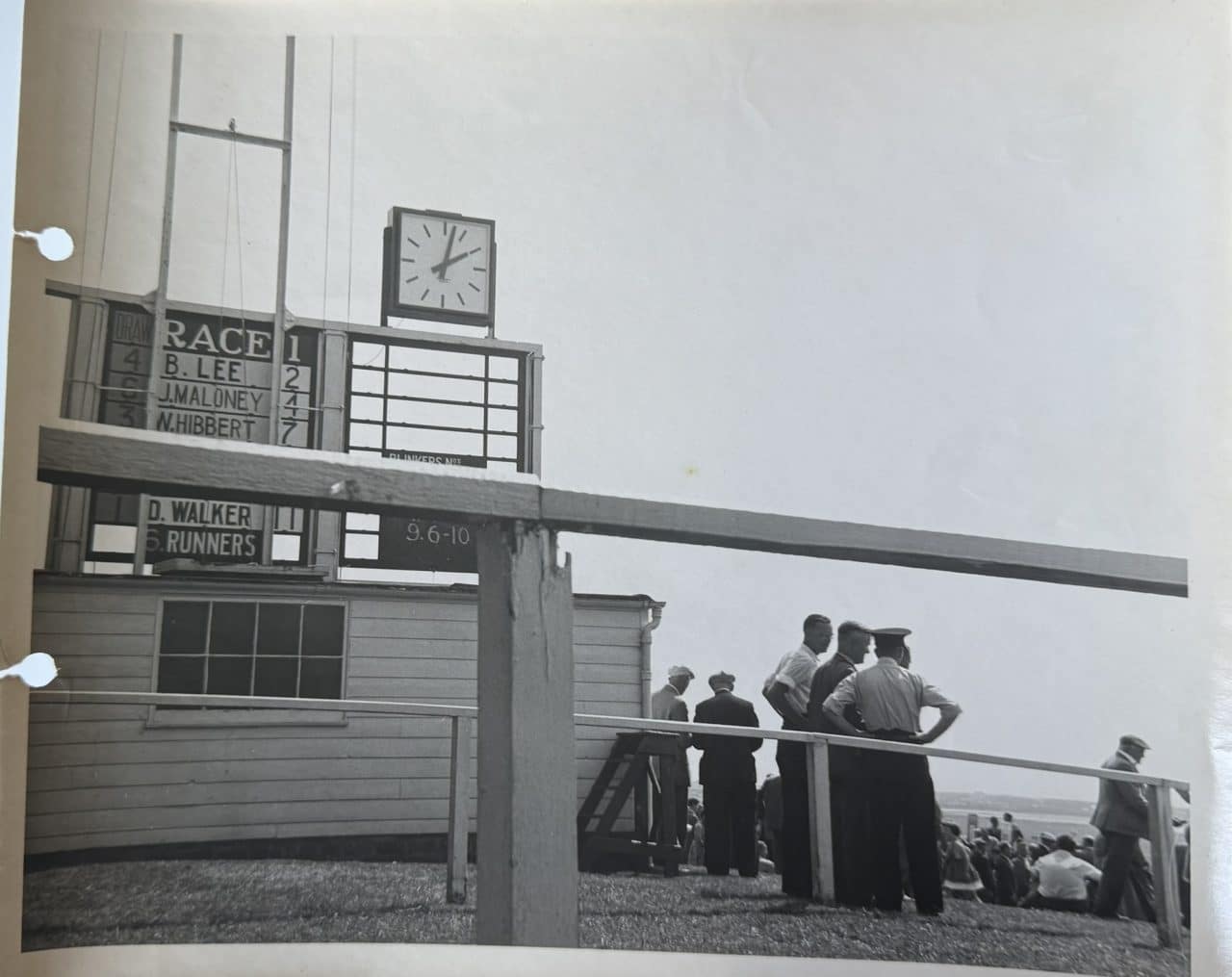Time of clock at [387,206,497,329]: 2:02
